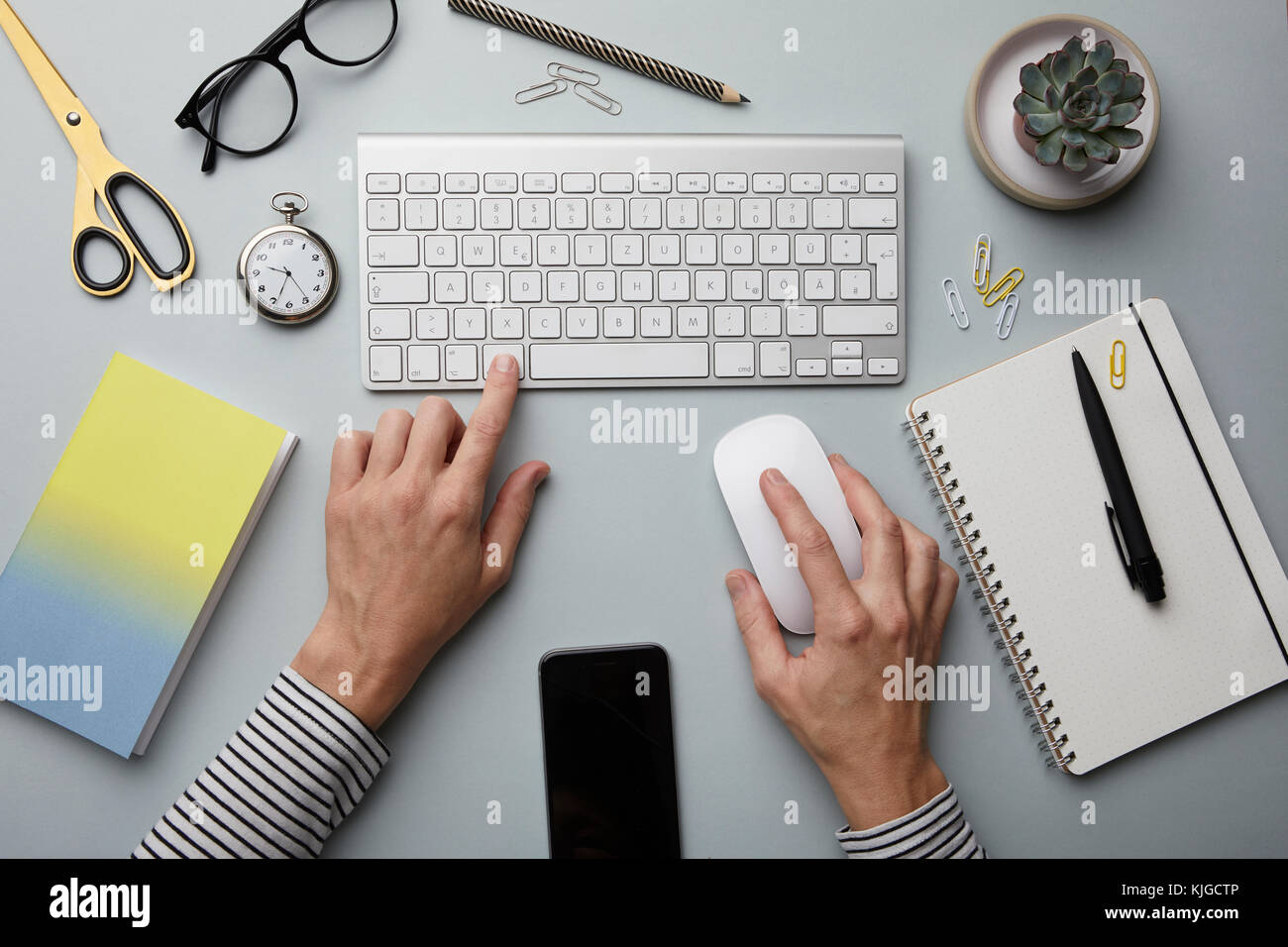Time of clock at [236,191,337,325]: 9:33
